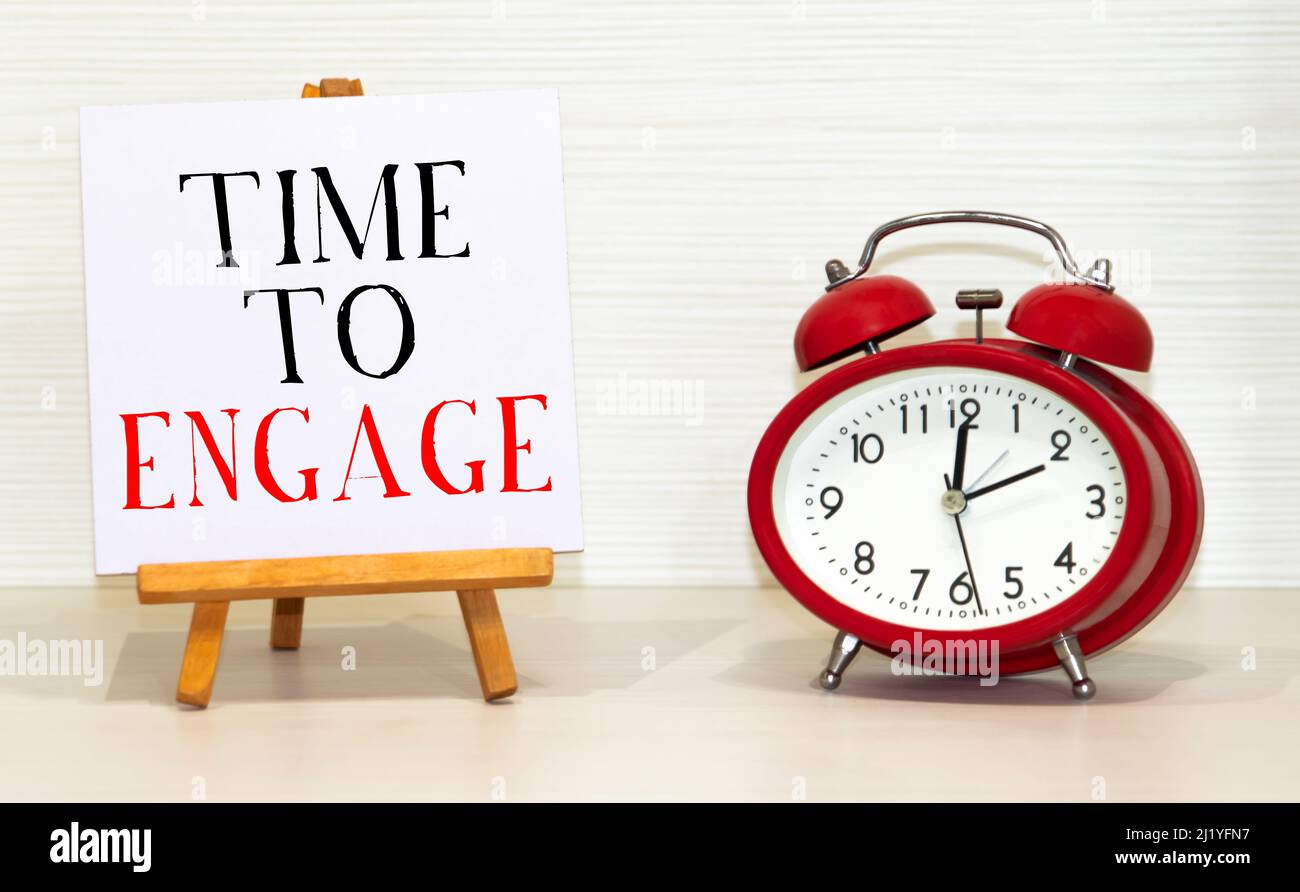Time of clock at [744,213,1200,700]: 2:00
